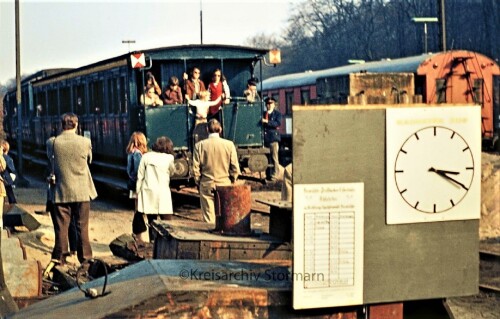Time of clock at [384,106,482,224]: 3:19
